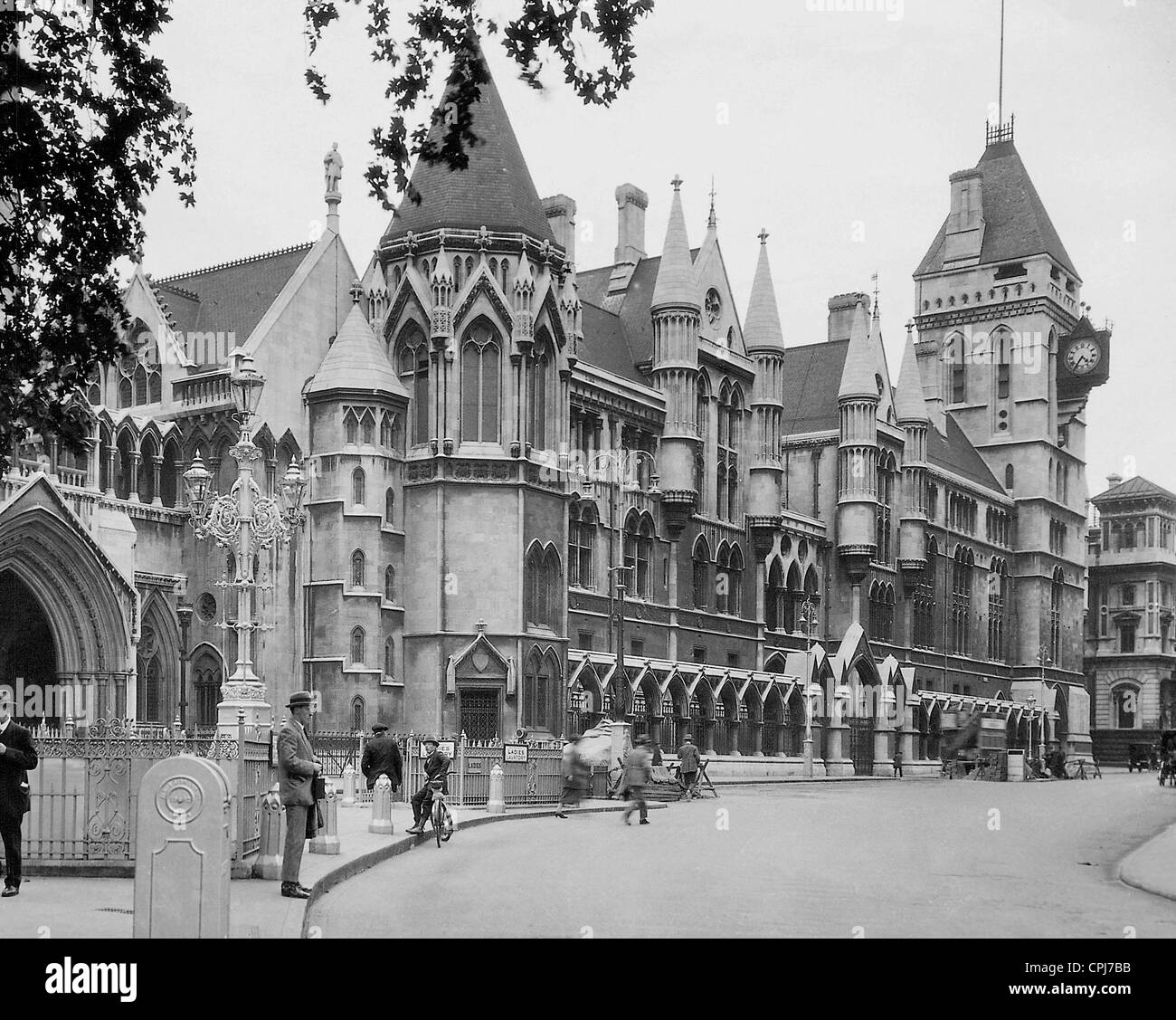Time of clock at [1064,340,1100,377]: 4:35
